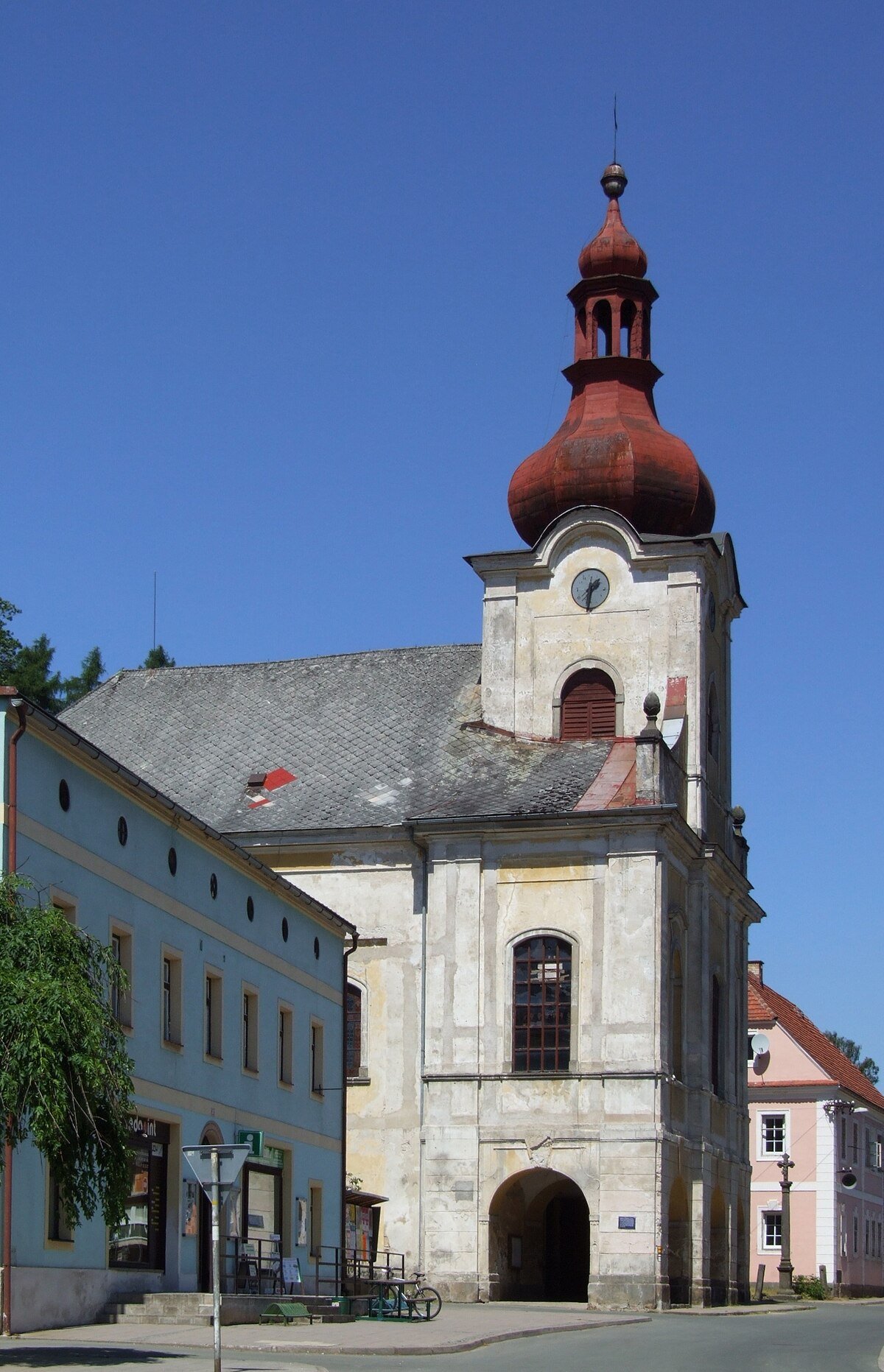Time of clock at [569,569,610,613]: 1:30
